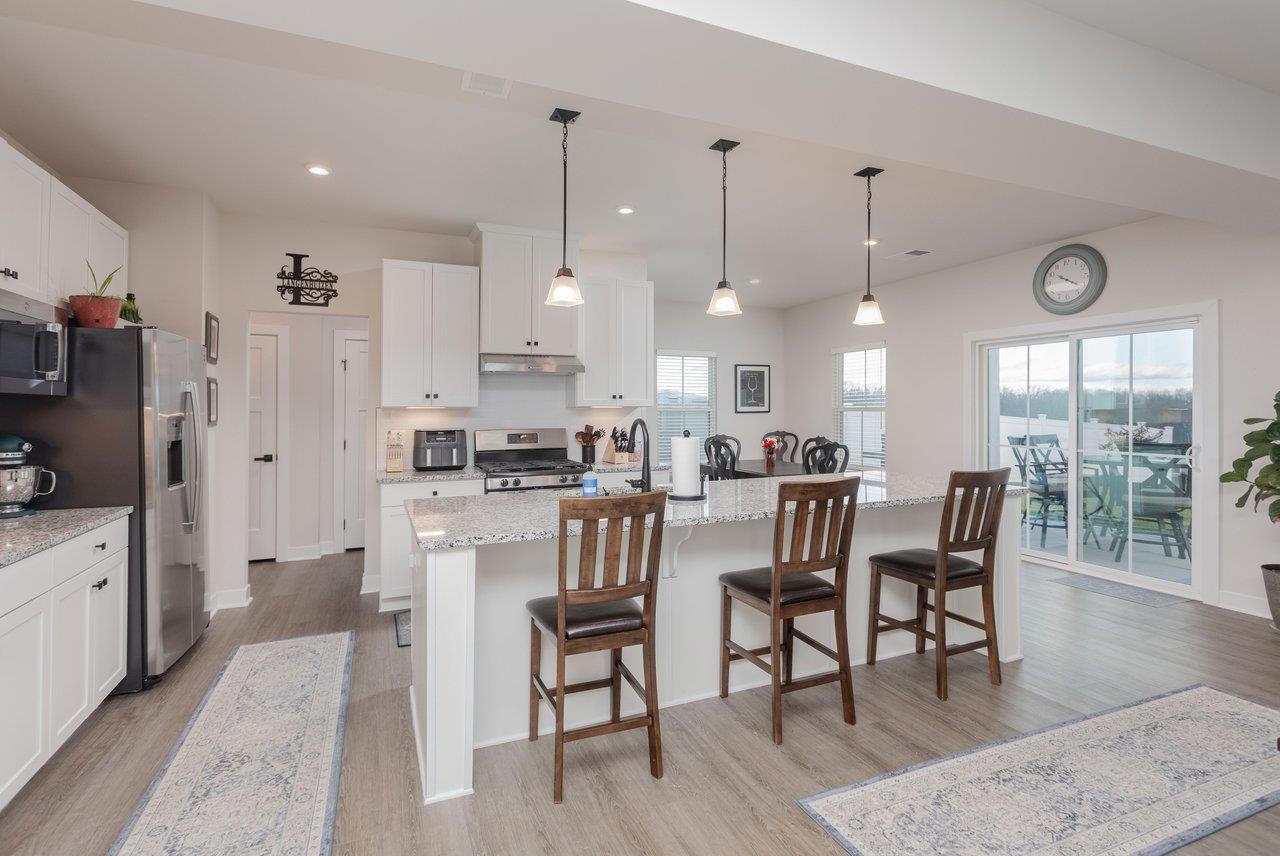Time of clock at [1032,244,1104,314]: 10:21
